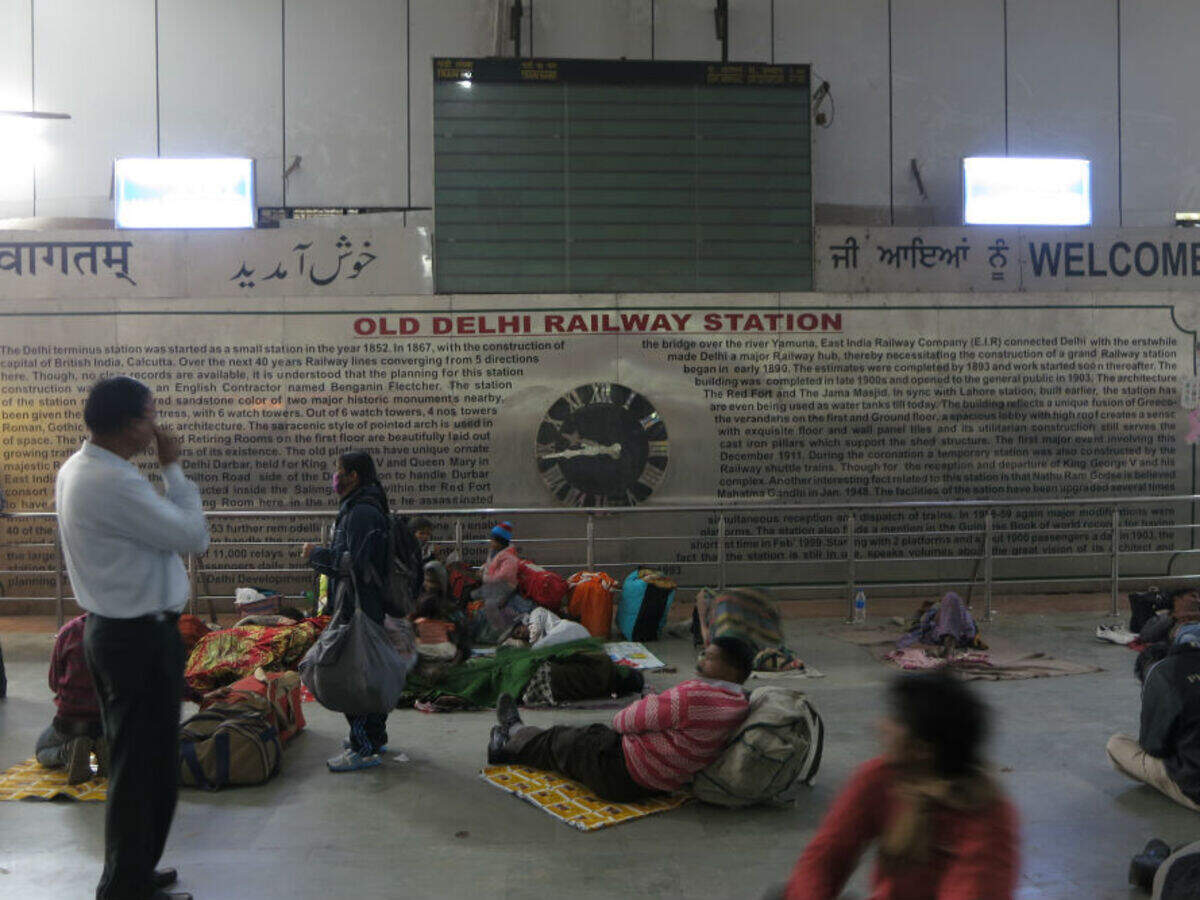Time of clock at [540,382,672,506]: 9:43
